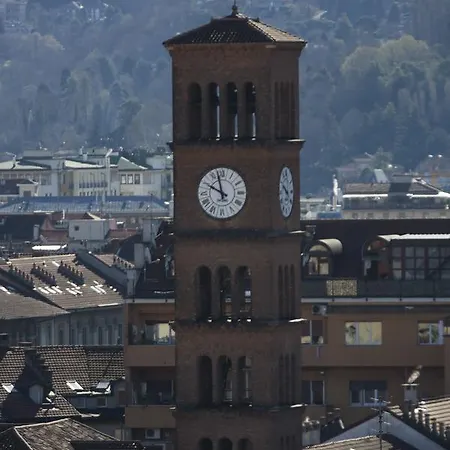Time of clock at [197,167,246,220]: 9:57
